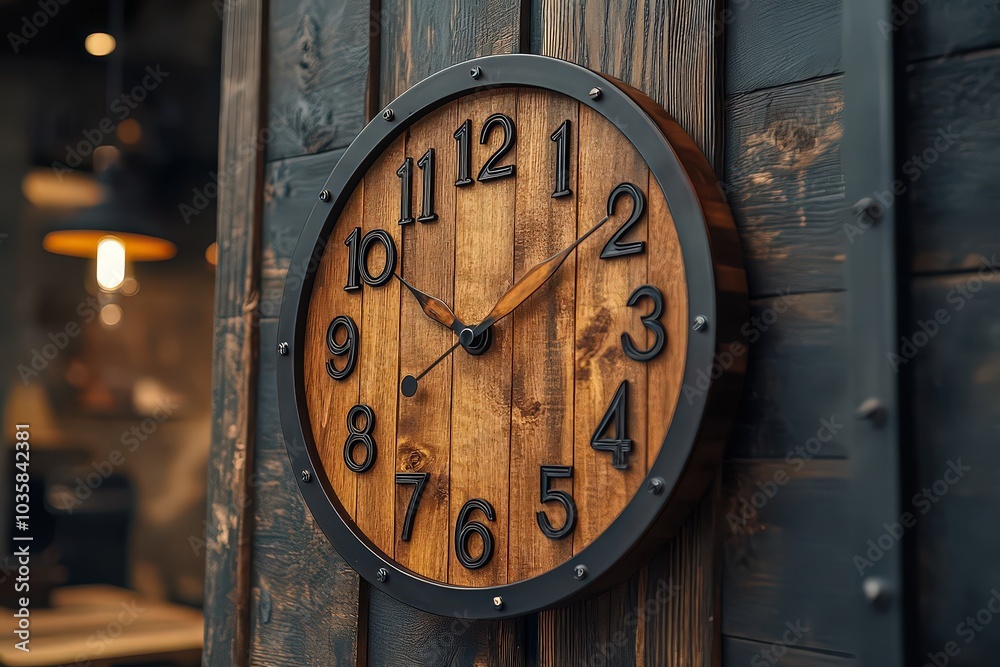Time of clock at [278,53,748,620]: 1:50
